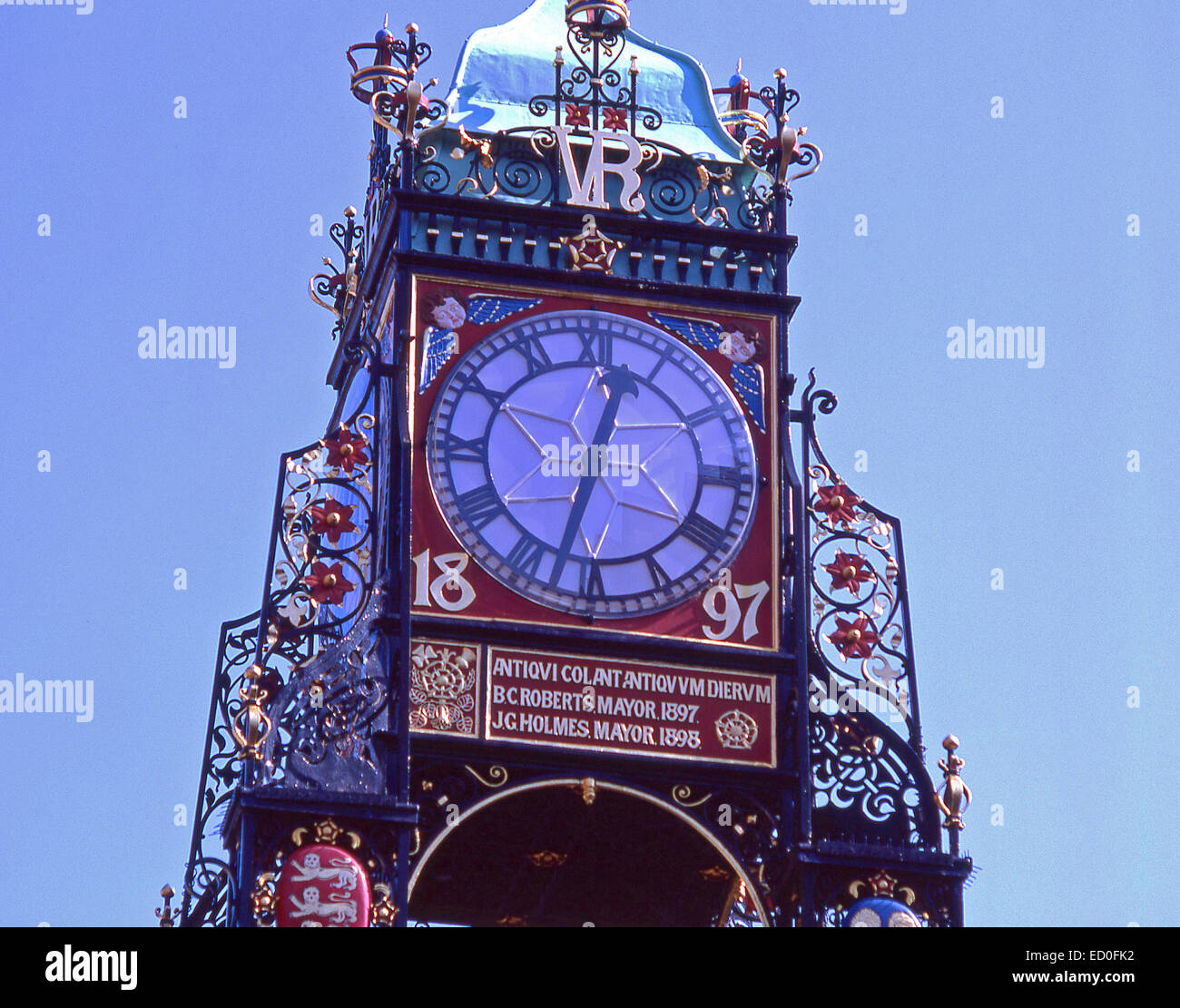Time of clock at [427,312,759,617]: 12:32
